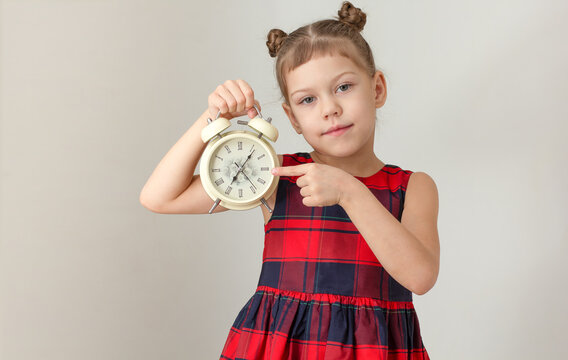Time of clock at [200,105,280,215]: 7:06
